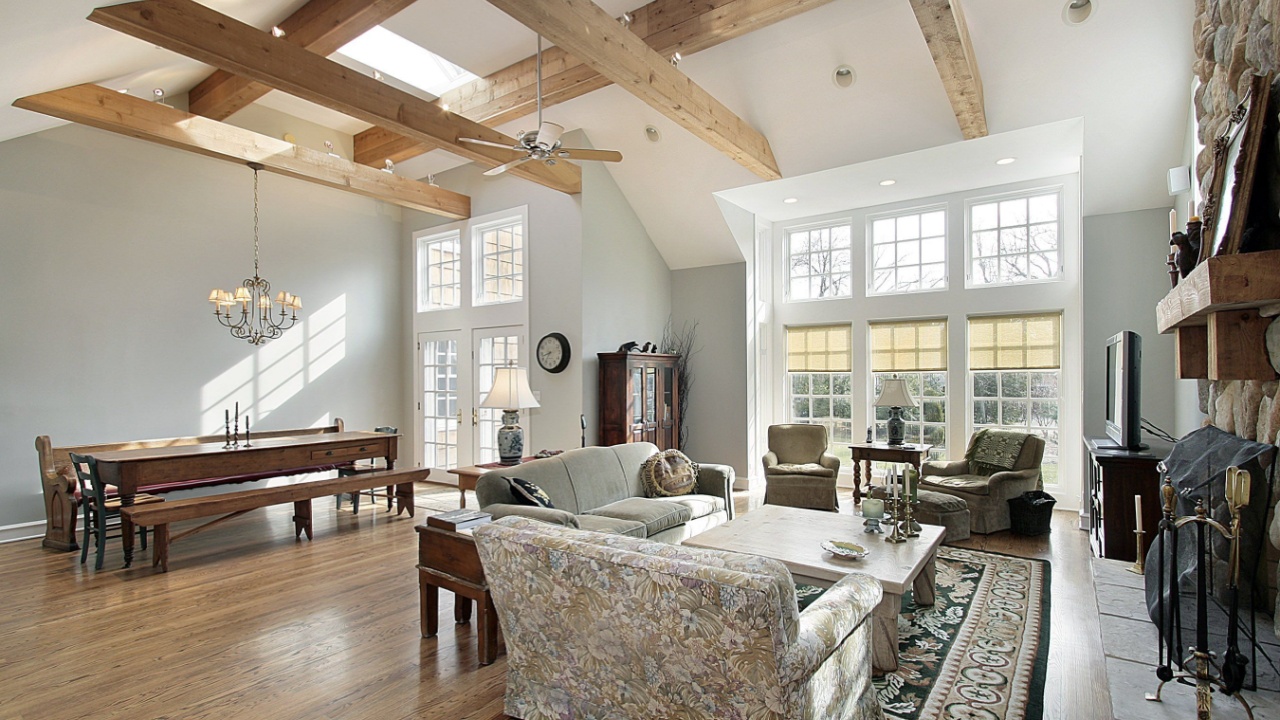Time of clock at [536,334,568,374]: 8:36
